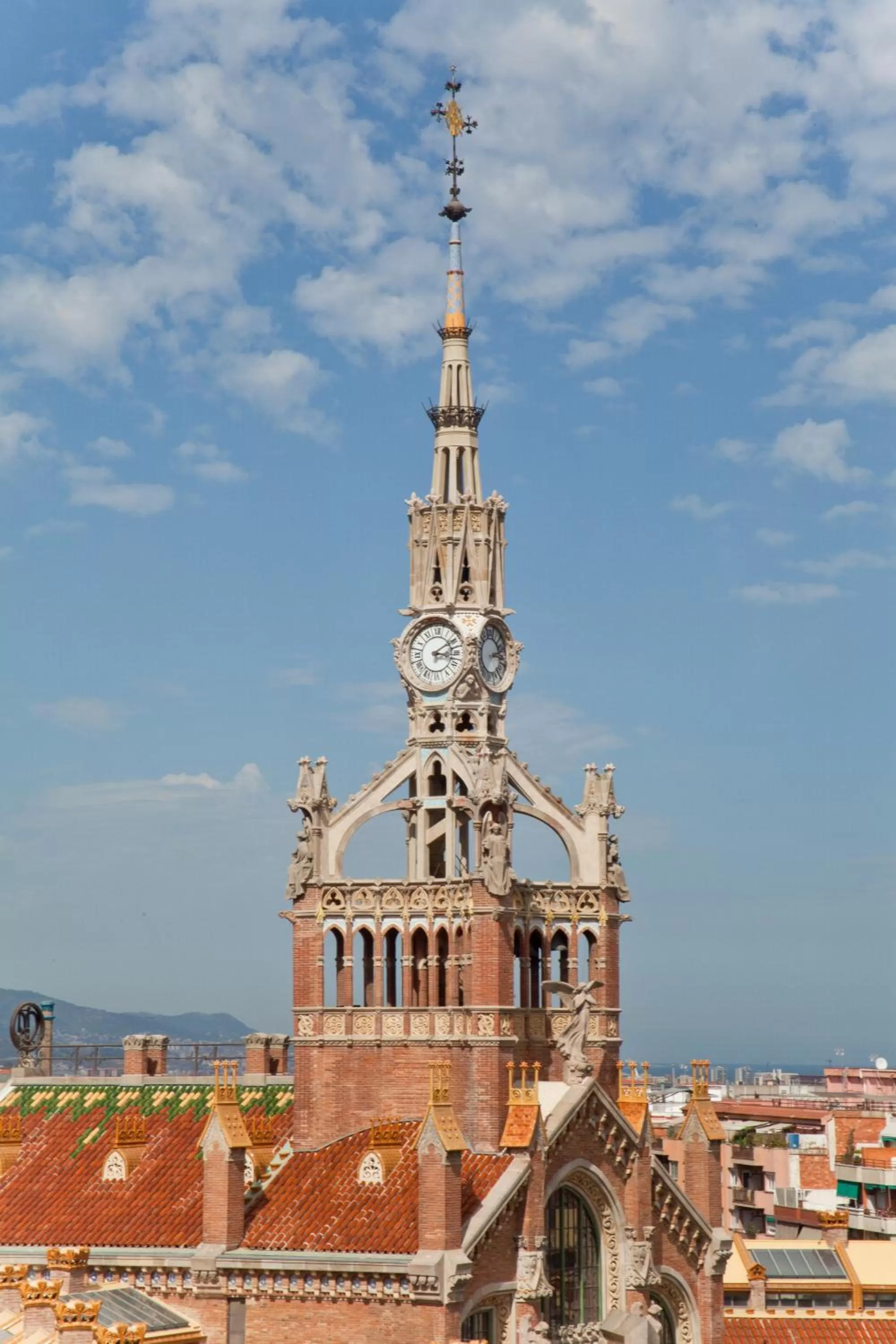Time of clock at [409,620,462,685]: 3:09
